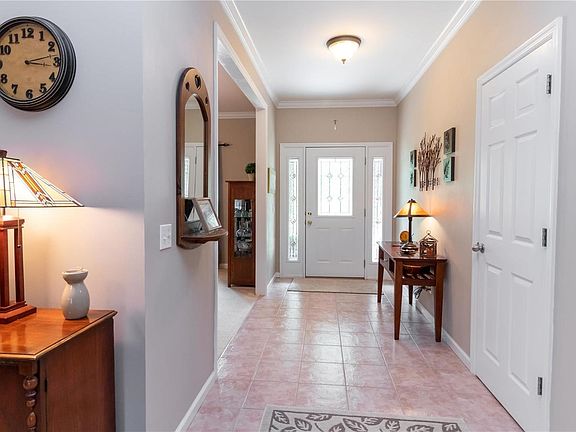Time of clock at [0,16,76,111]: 3:13
